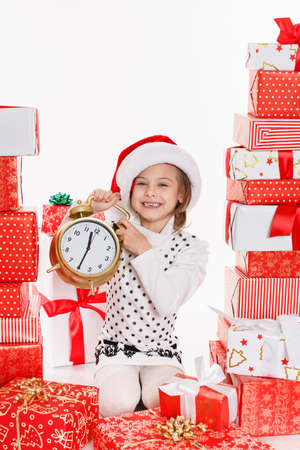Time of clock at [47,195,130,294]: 12:34
